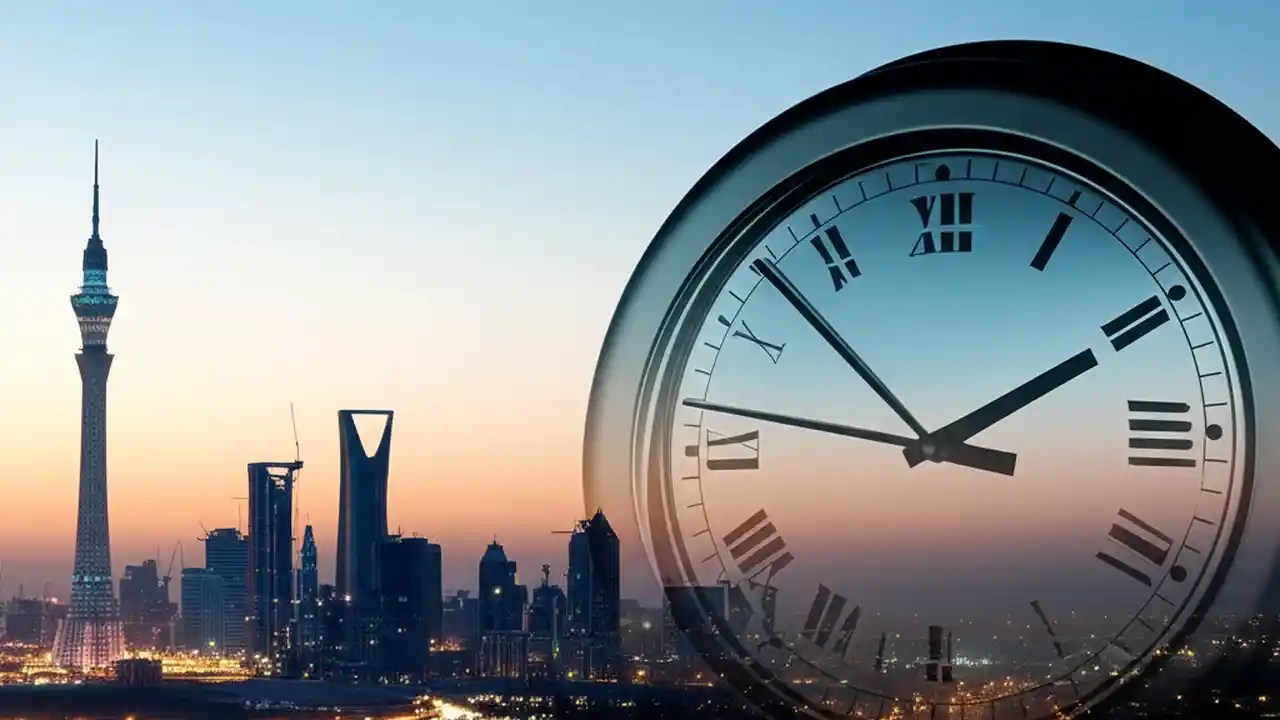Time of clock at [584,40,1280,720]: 1:52
